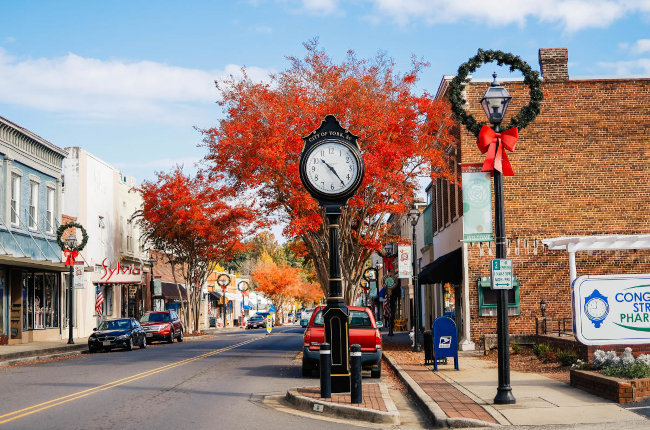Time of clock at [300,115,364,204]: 10:23
